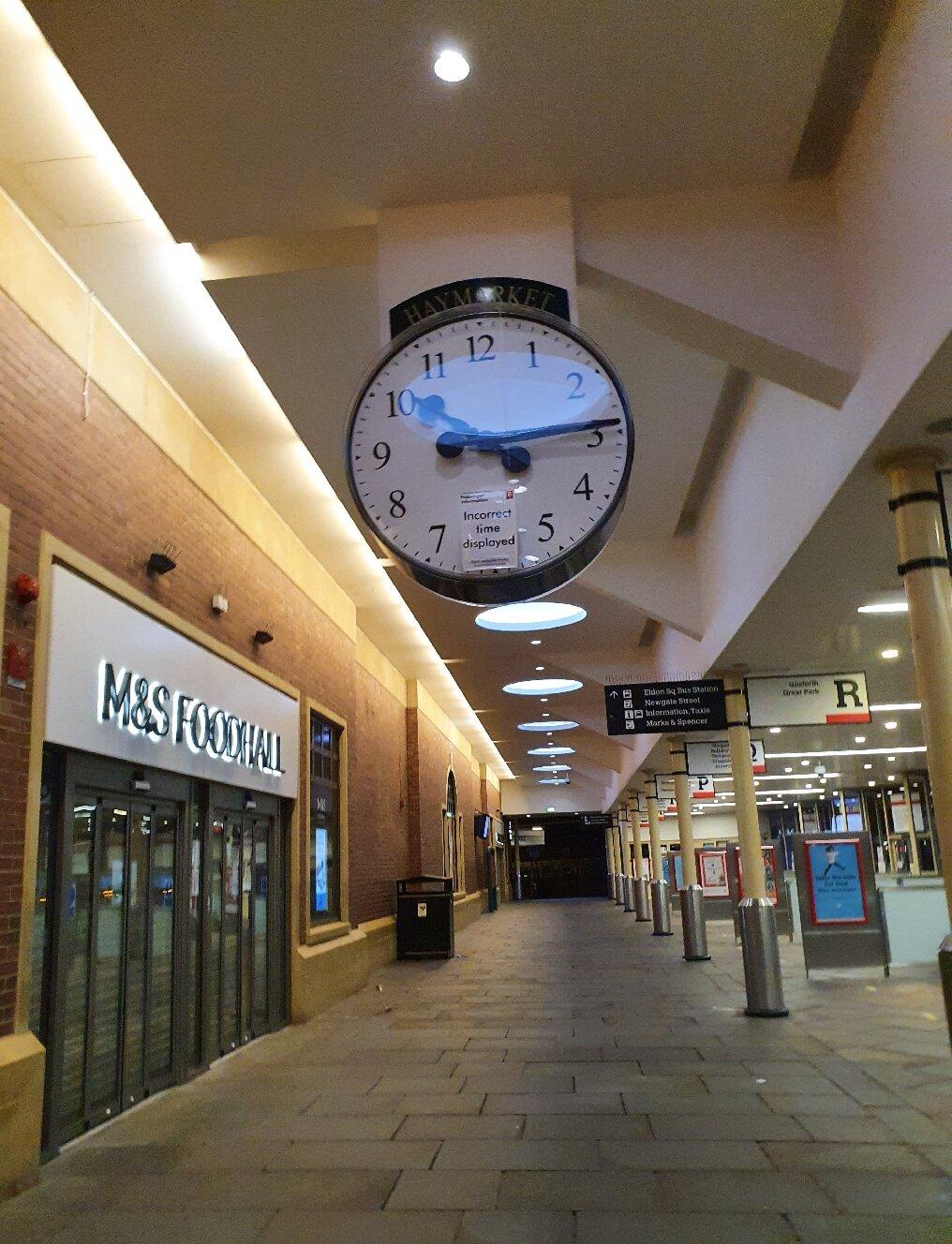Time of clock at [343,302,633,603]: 10:14
